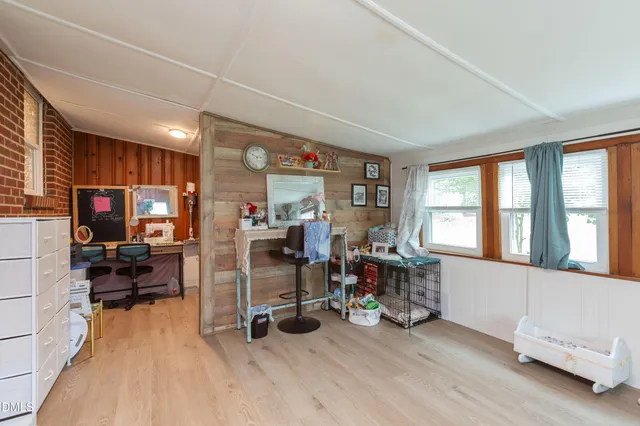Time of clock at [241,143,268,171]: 2:49
